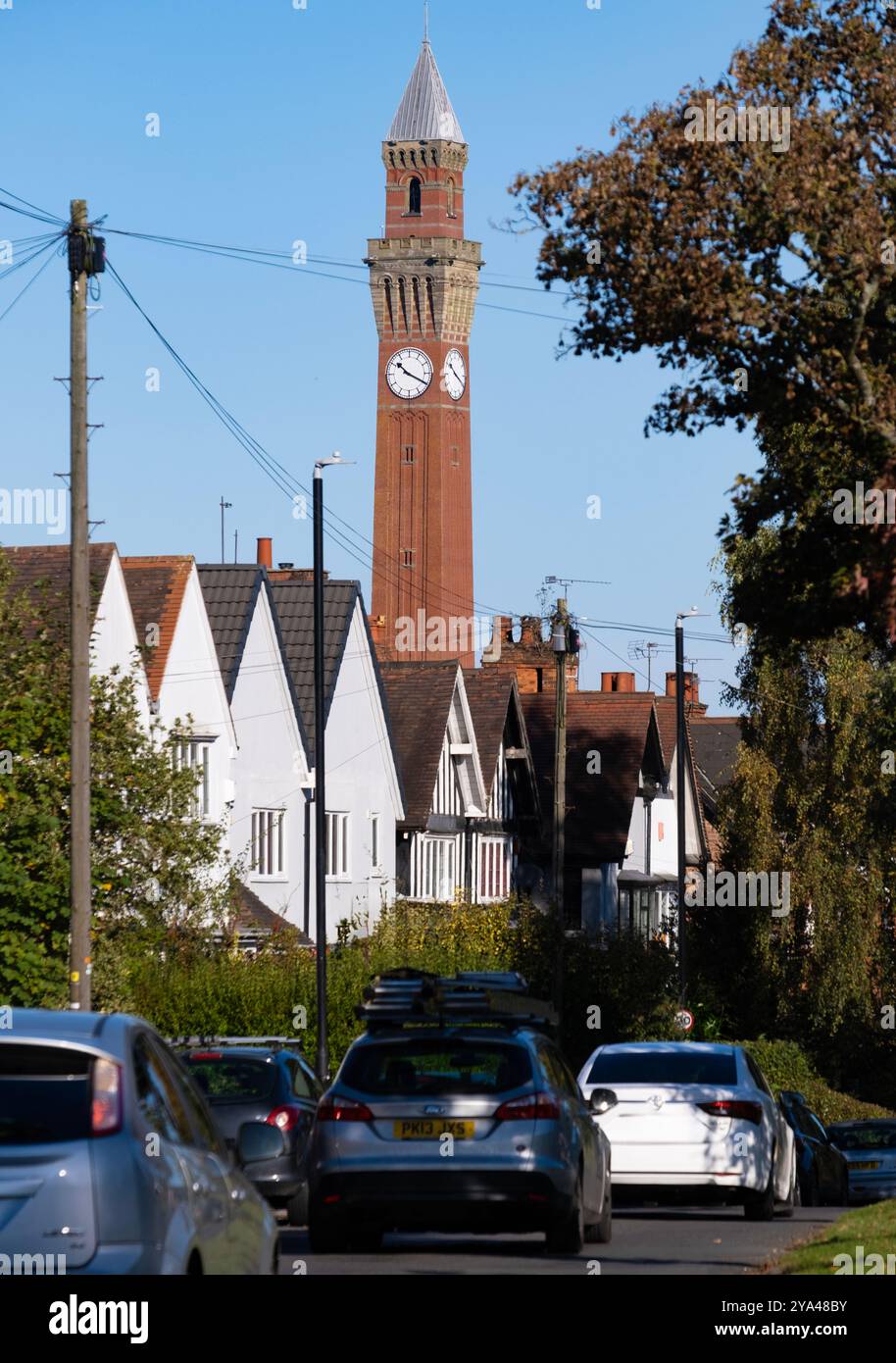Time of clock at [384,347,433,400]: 10:19
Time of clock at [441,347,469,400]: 10:19
